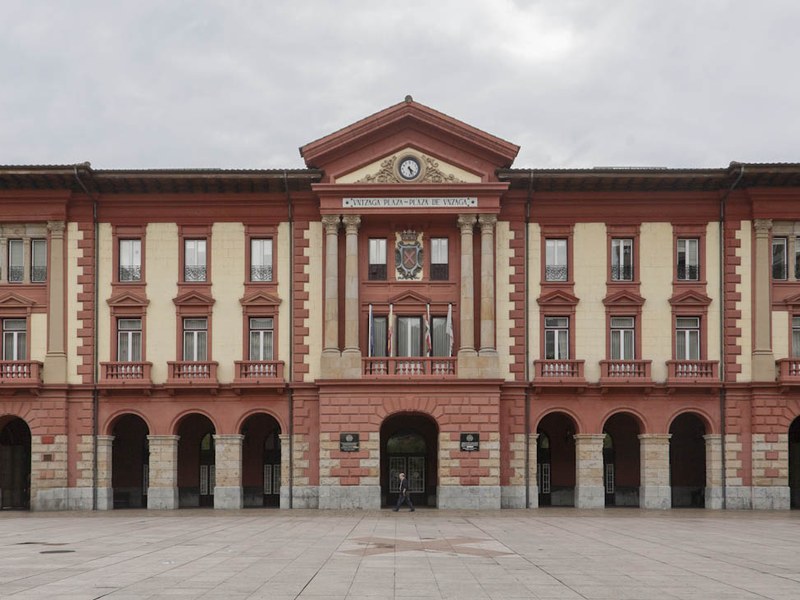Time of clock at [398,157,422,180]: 4:26
